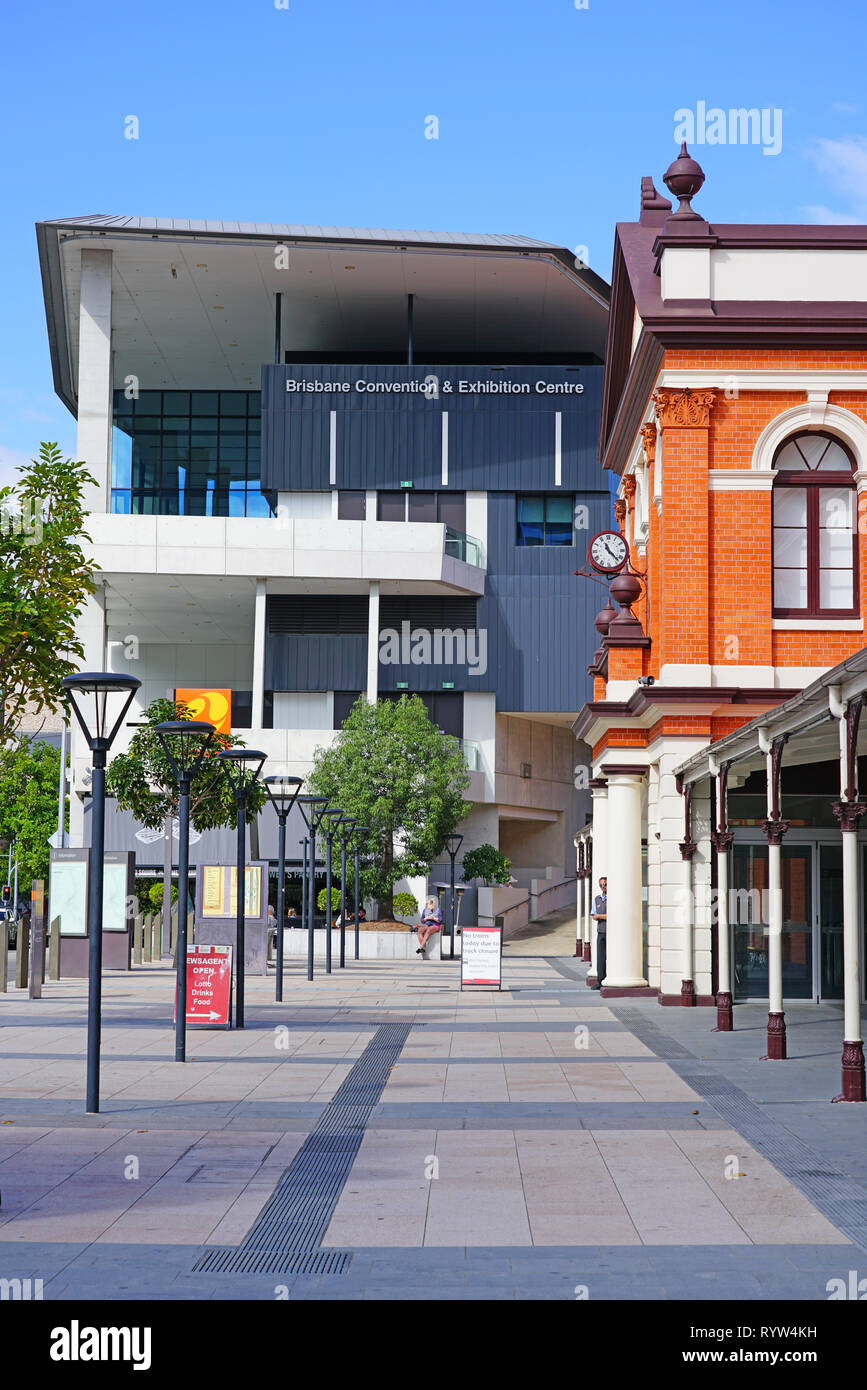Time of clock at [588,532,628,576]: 11:22
